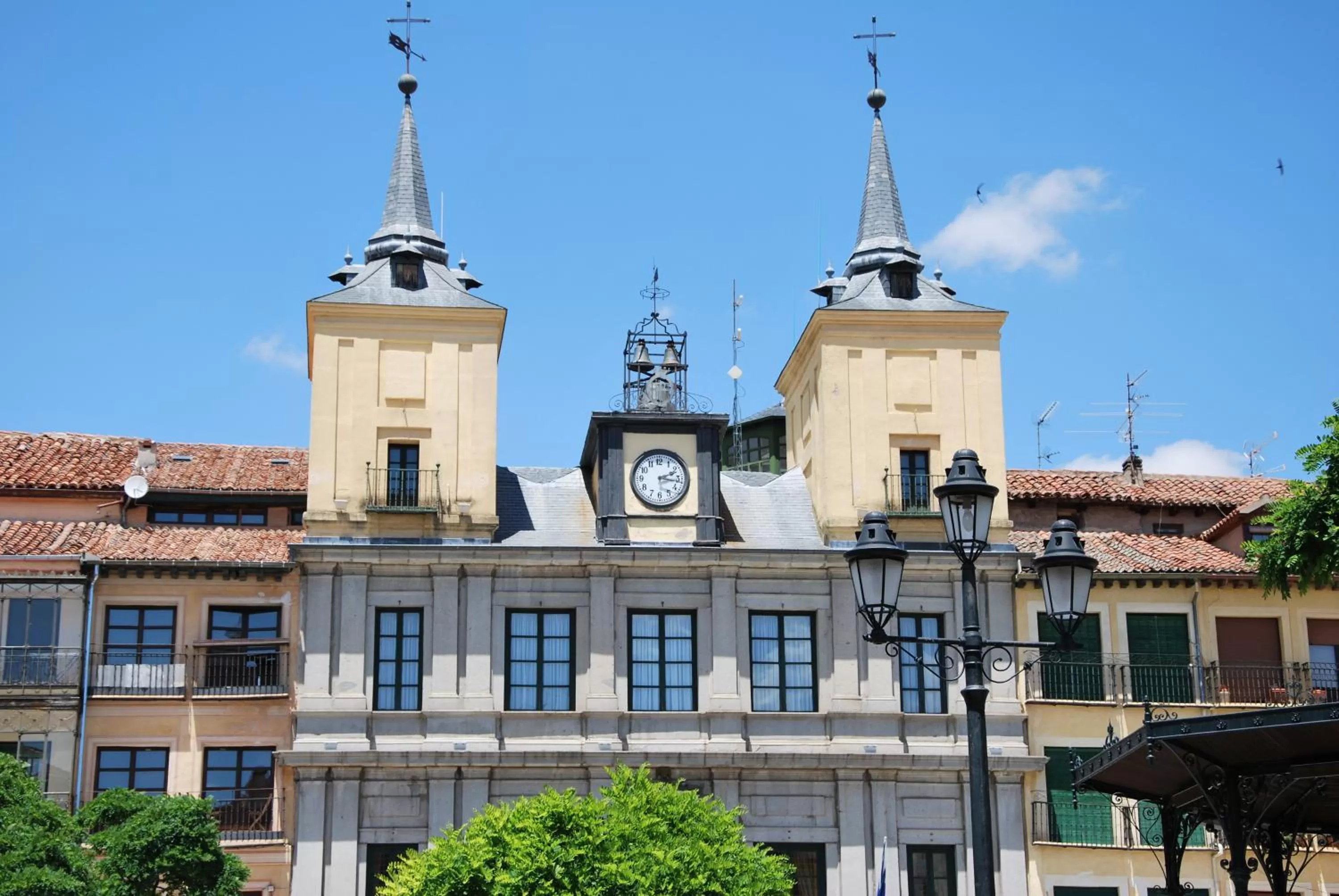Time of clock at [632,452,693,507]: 2:16
